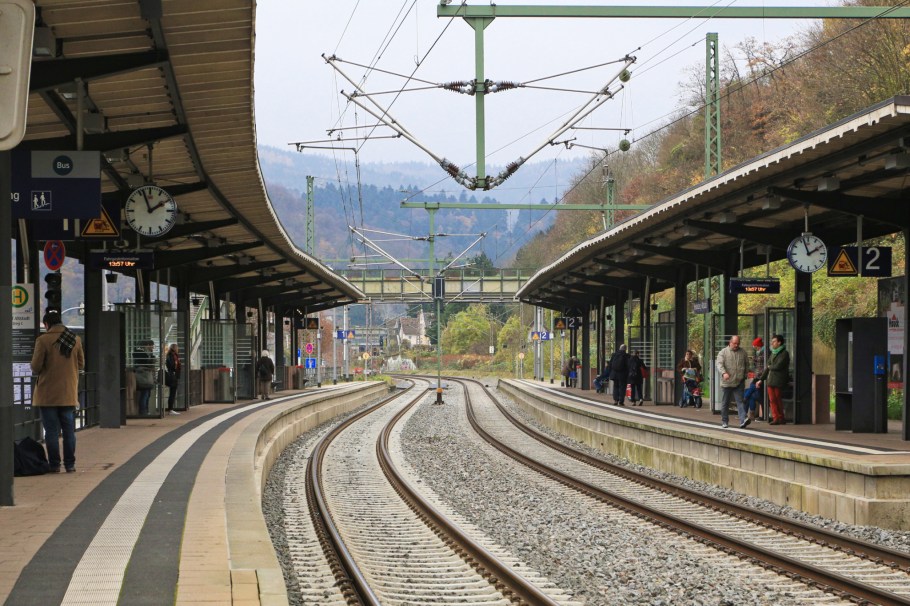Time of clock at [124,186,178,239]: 1:56
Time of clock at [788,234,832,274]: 1:56
